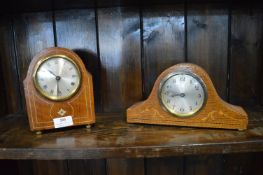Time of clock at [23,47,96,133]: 10:31
